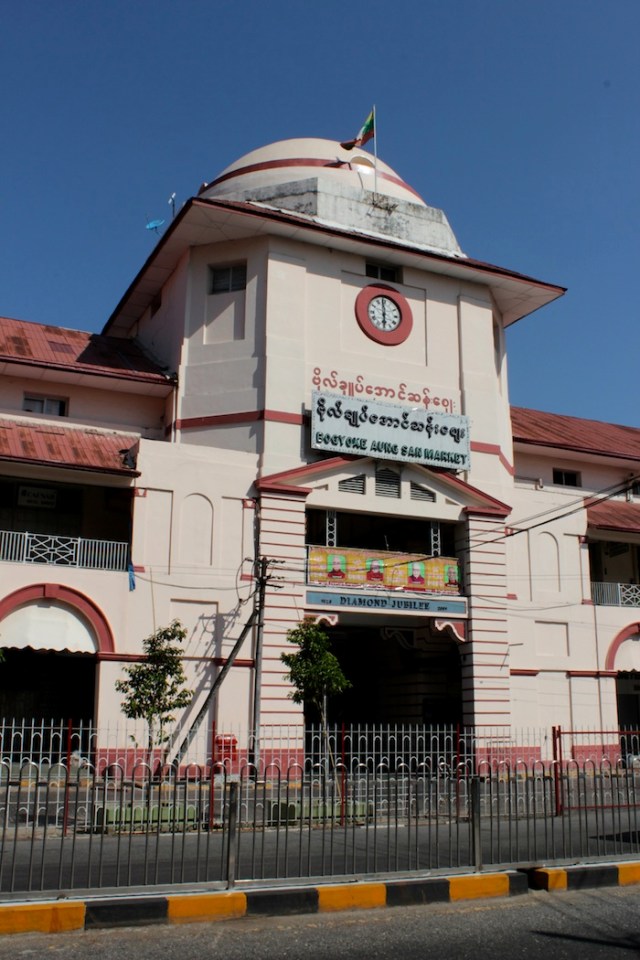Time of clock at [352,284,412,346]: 5:59
